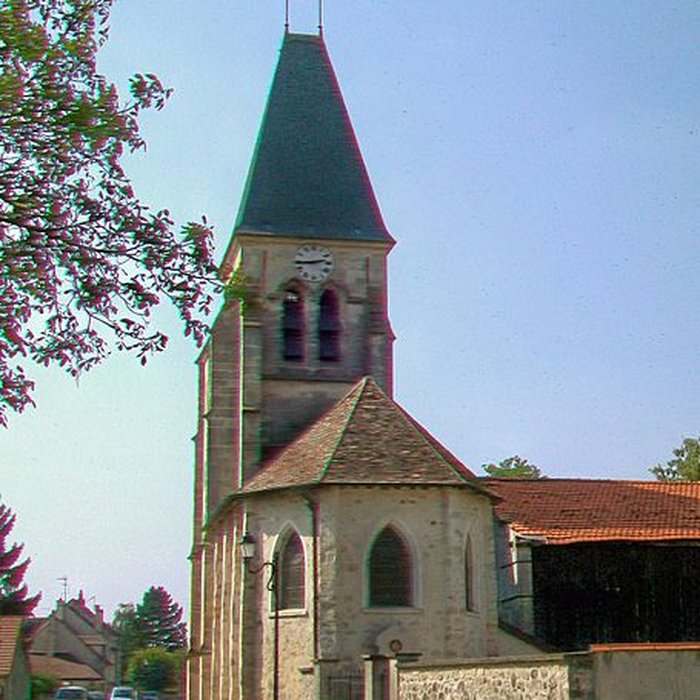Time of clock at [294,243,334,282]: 2:44
